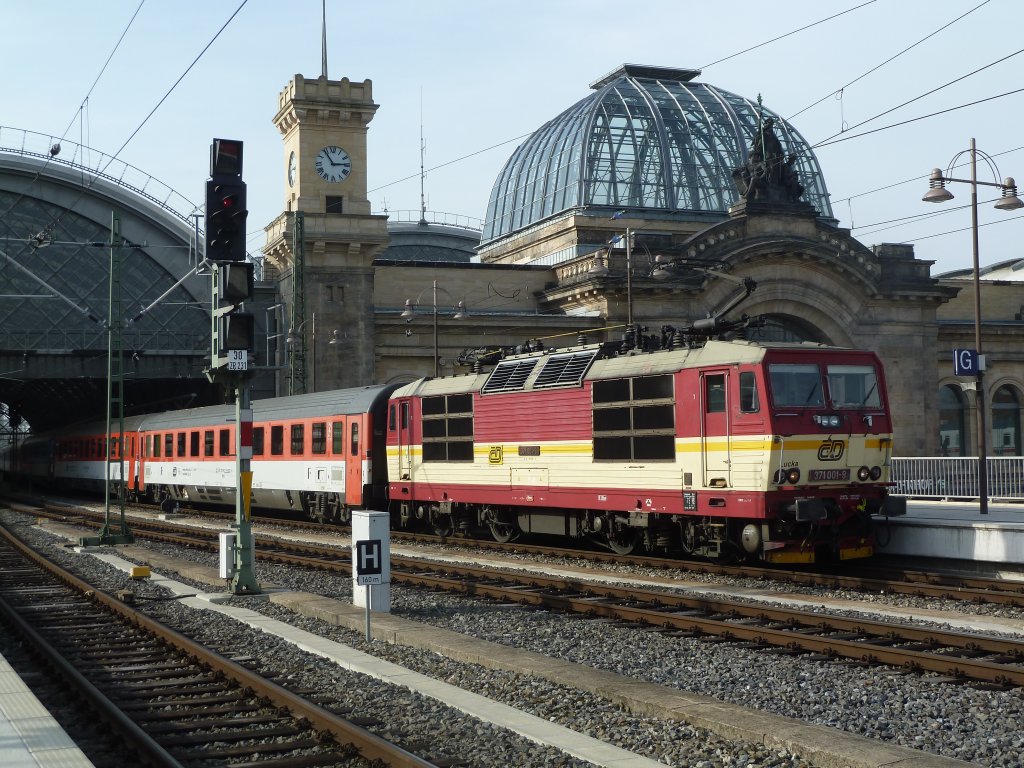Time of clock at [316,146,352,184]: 2:54
